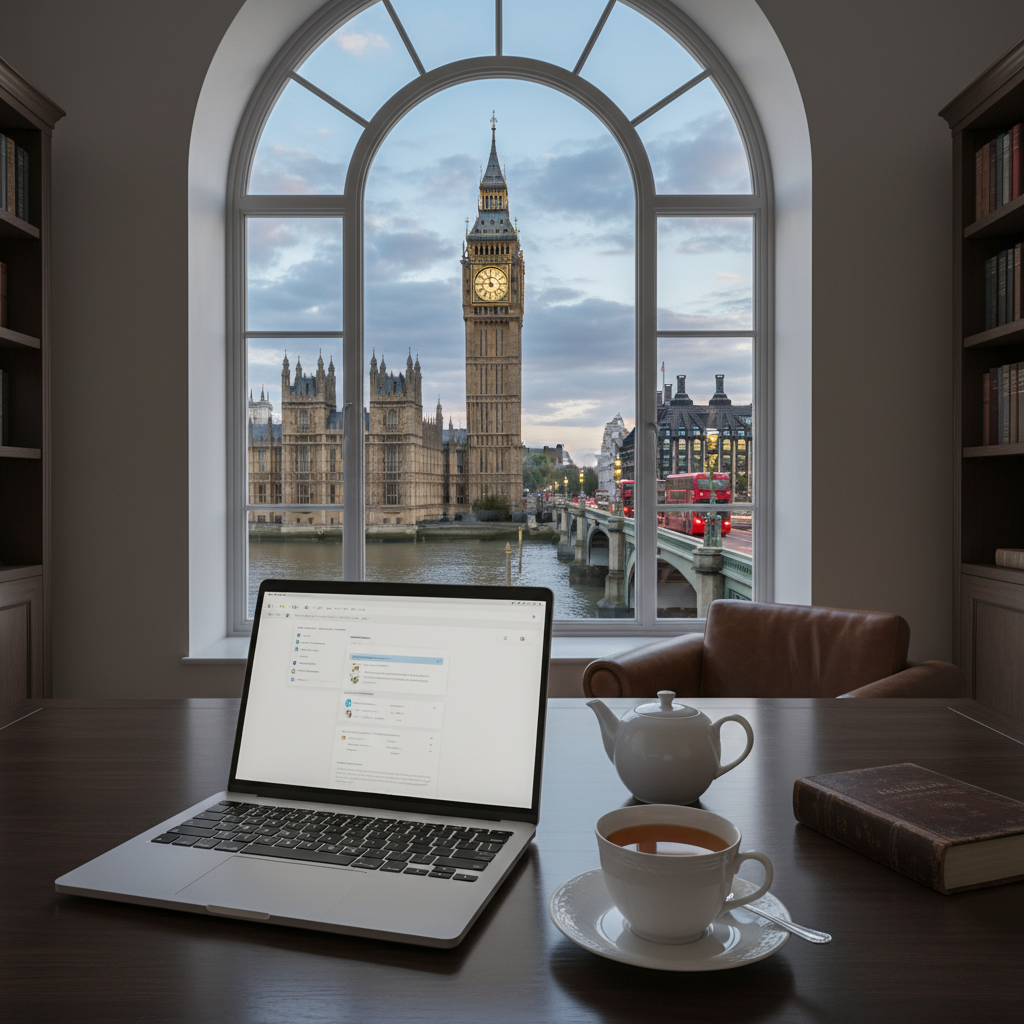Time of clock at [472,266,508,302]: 11:45
